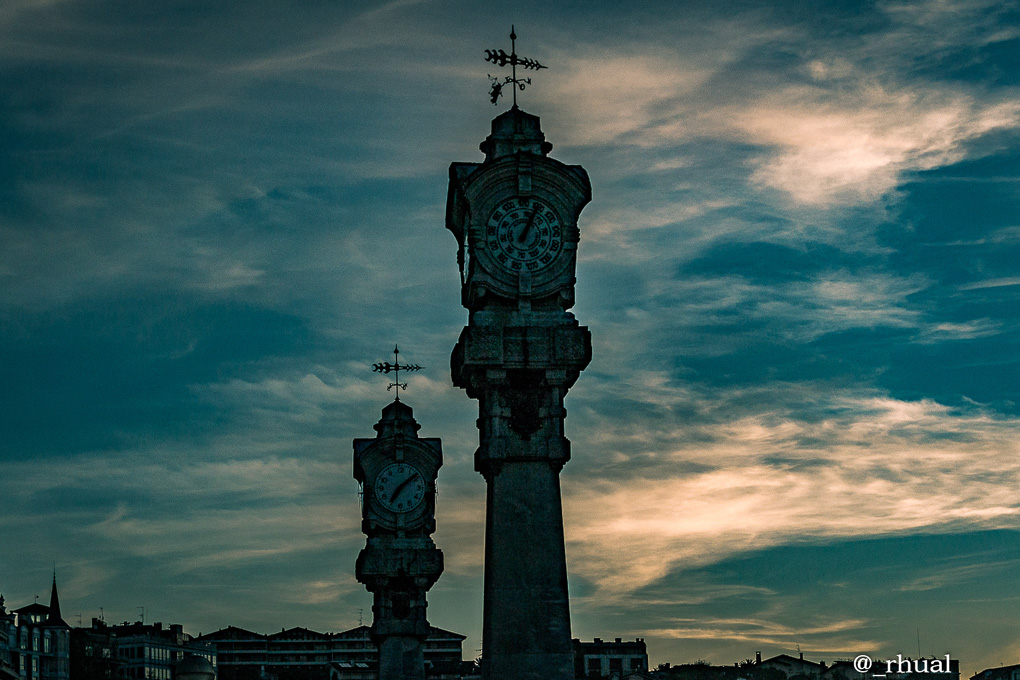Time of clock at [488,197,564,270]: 1:05
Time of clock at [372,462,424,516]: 7:08
